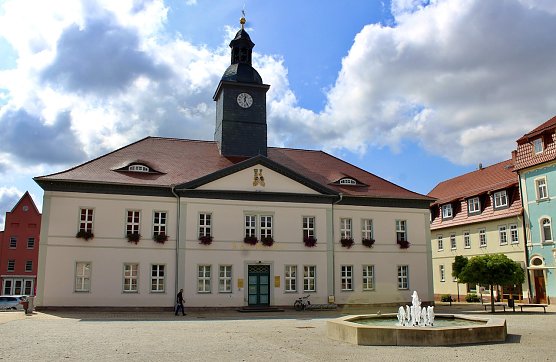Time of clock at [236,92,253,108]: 12:24
